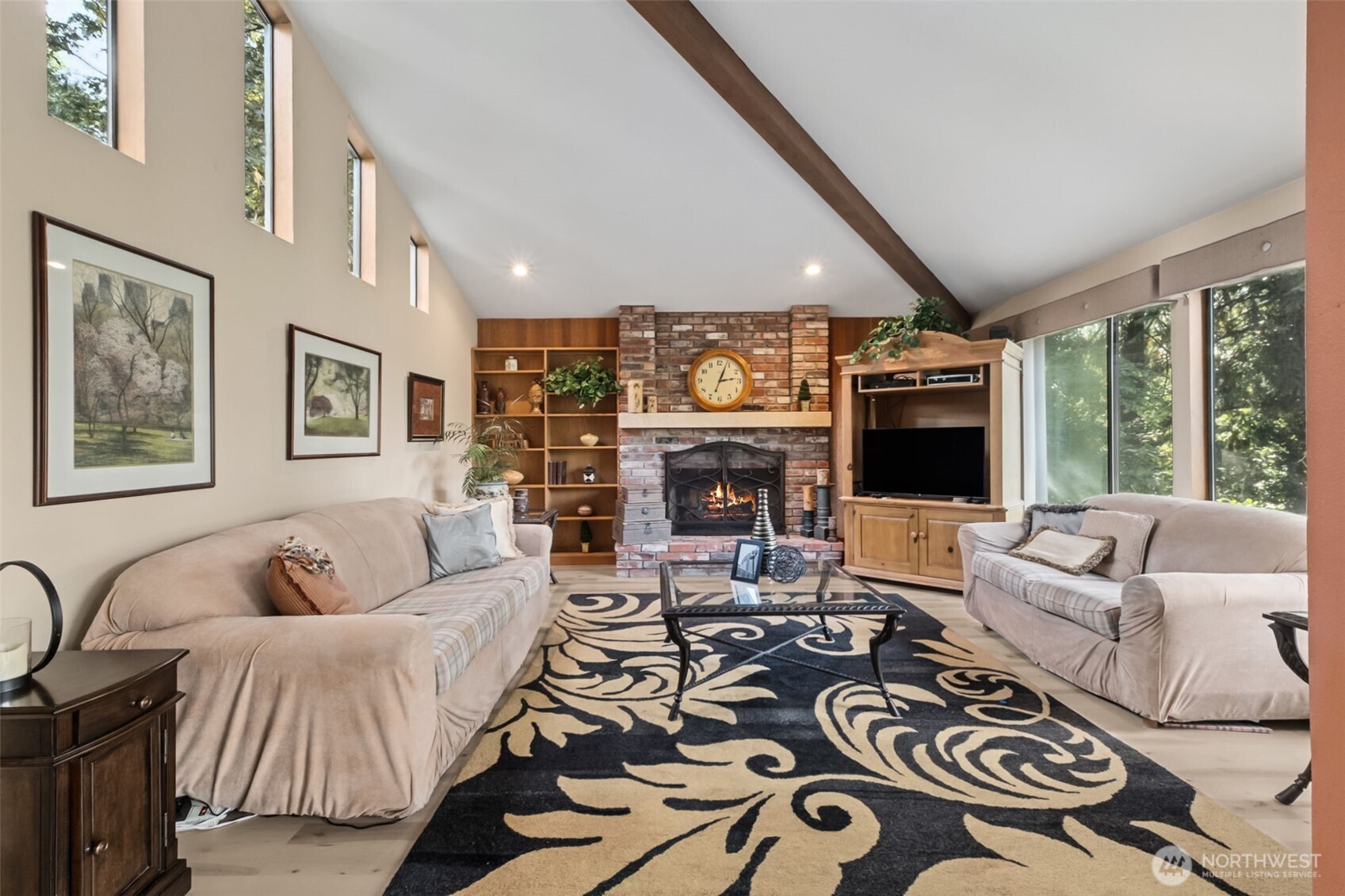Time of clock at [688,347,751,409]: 3:03
